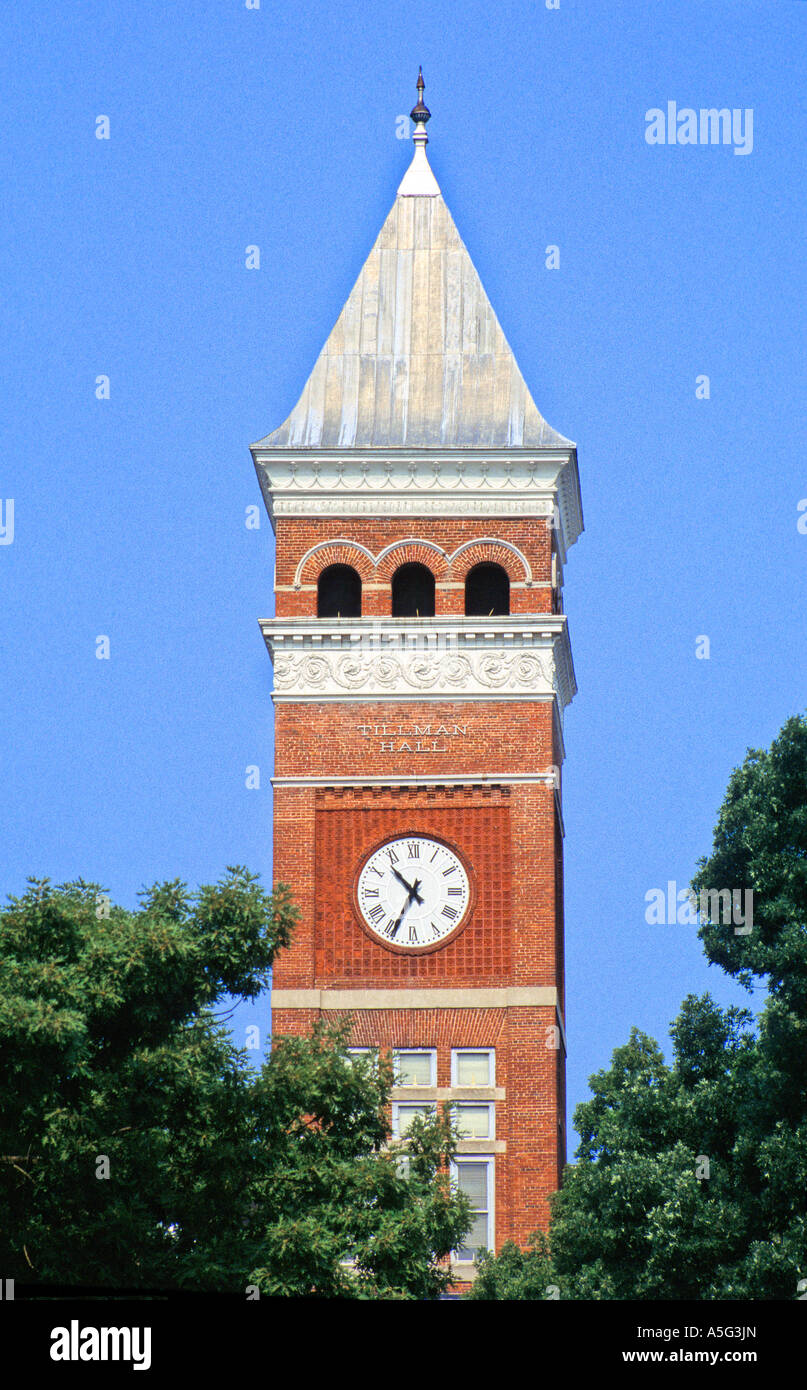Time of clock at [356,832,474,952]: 10:34
